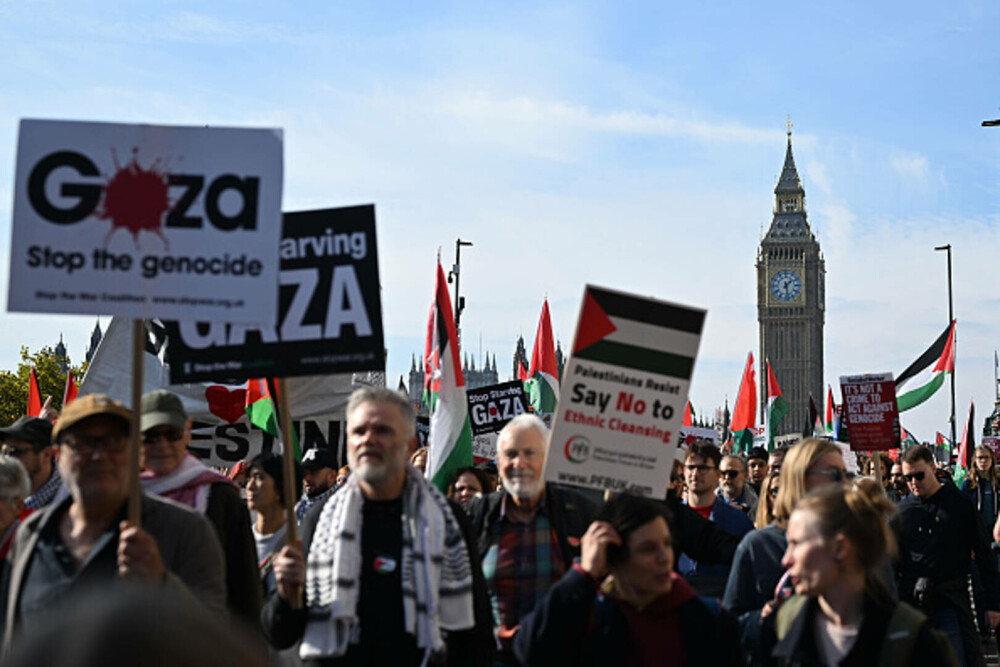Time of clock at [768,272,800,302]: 1:28
